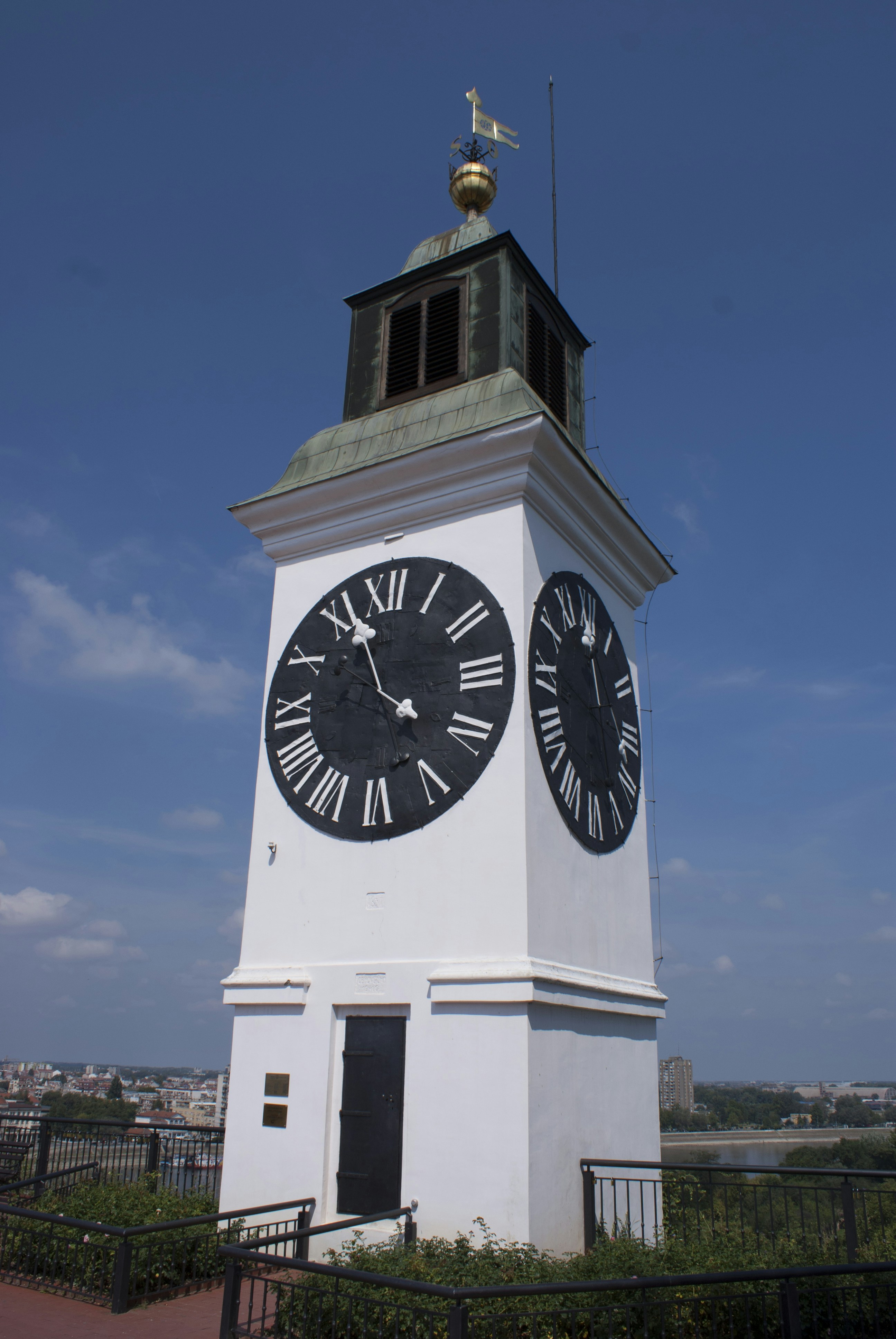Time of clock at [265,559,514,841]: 3:56
